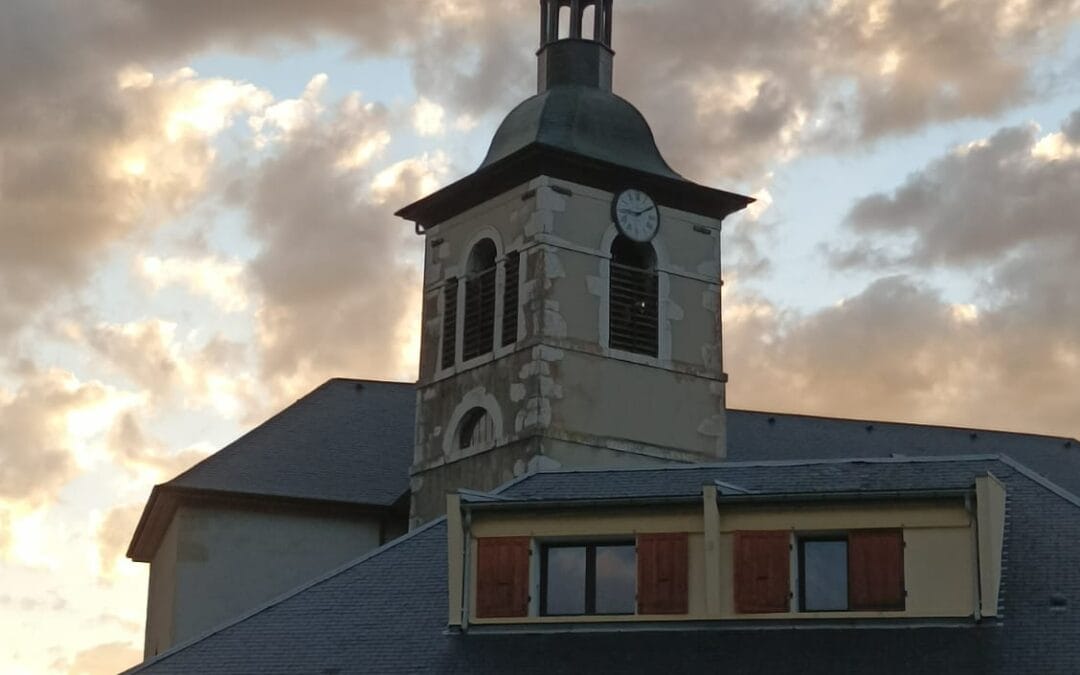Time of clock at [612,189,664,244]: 9:10
